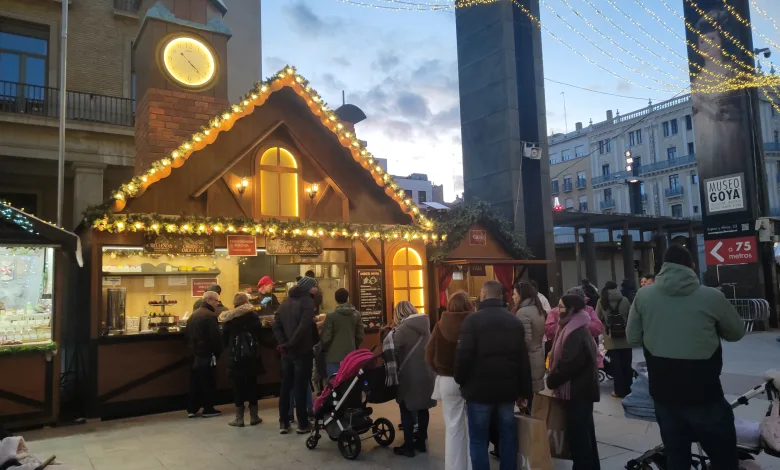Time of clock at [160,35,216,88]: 4:22
